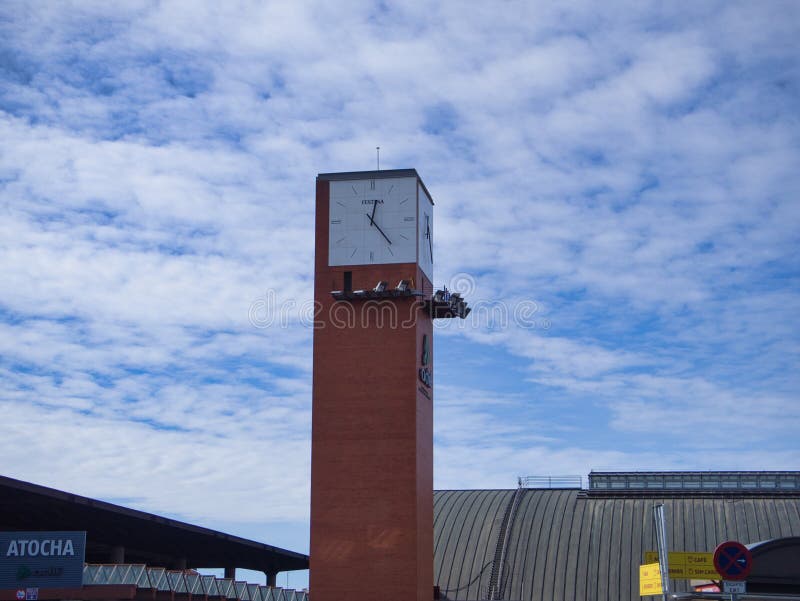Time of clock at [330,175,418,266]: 12:23
